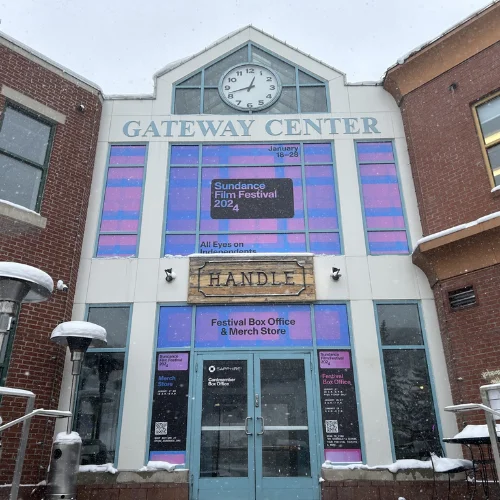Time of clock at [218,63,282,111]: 12:42
